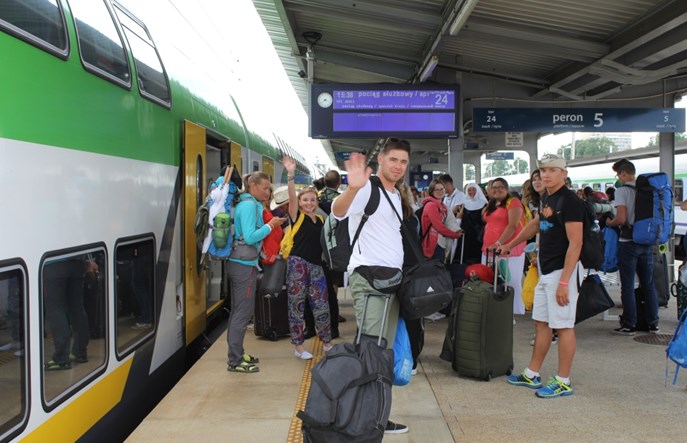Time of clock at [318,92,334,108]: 3:38
